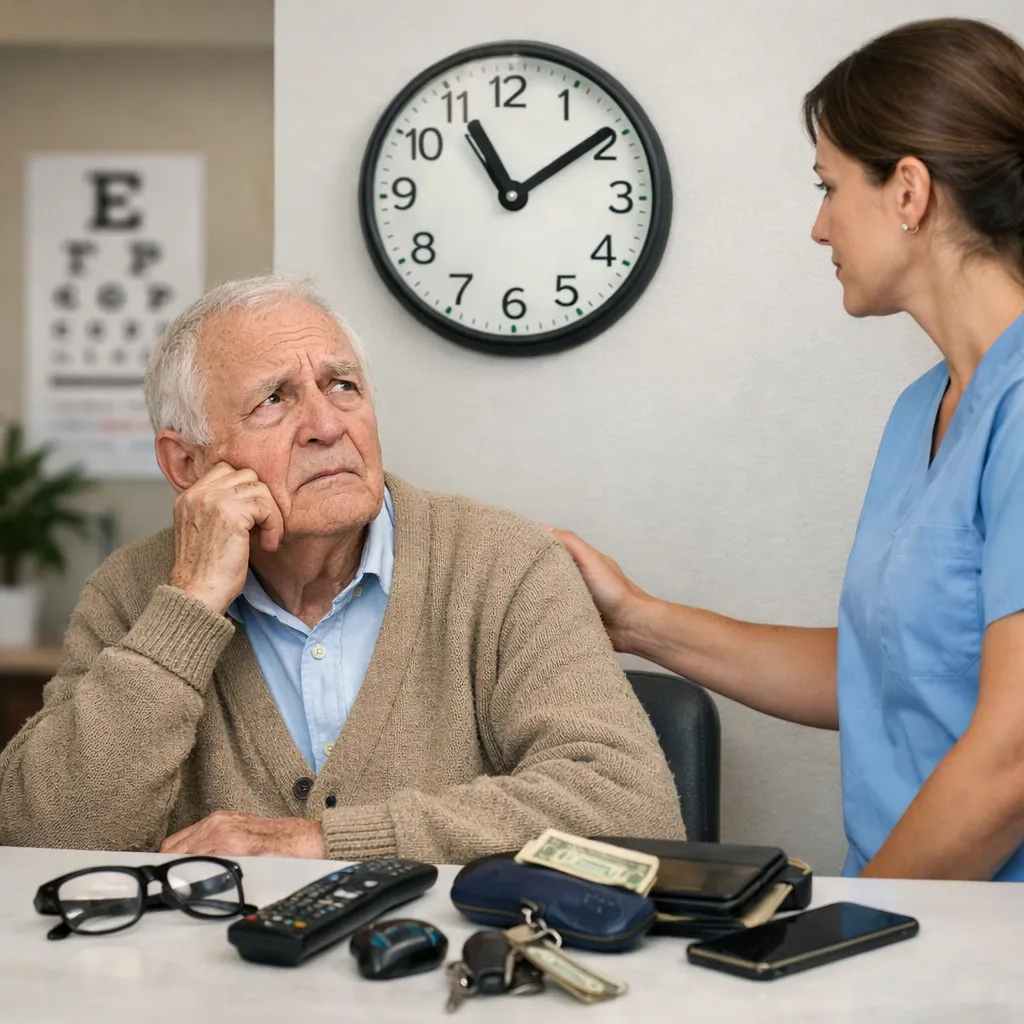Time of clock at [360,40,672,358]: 11:09
